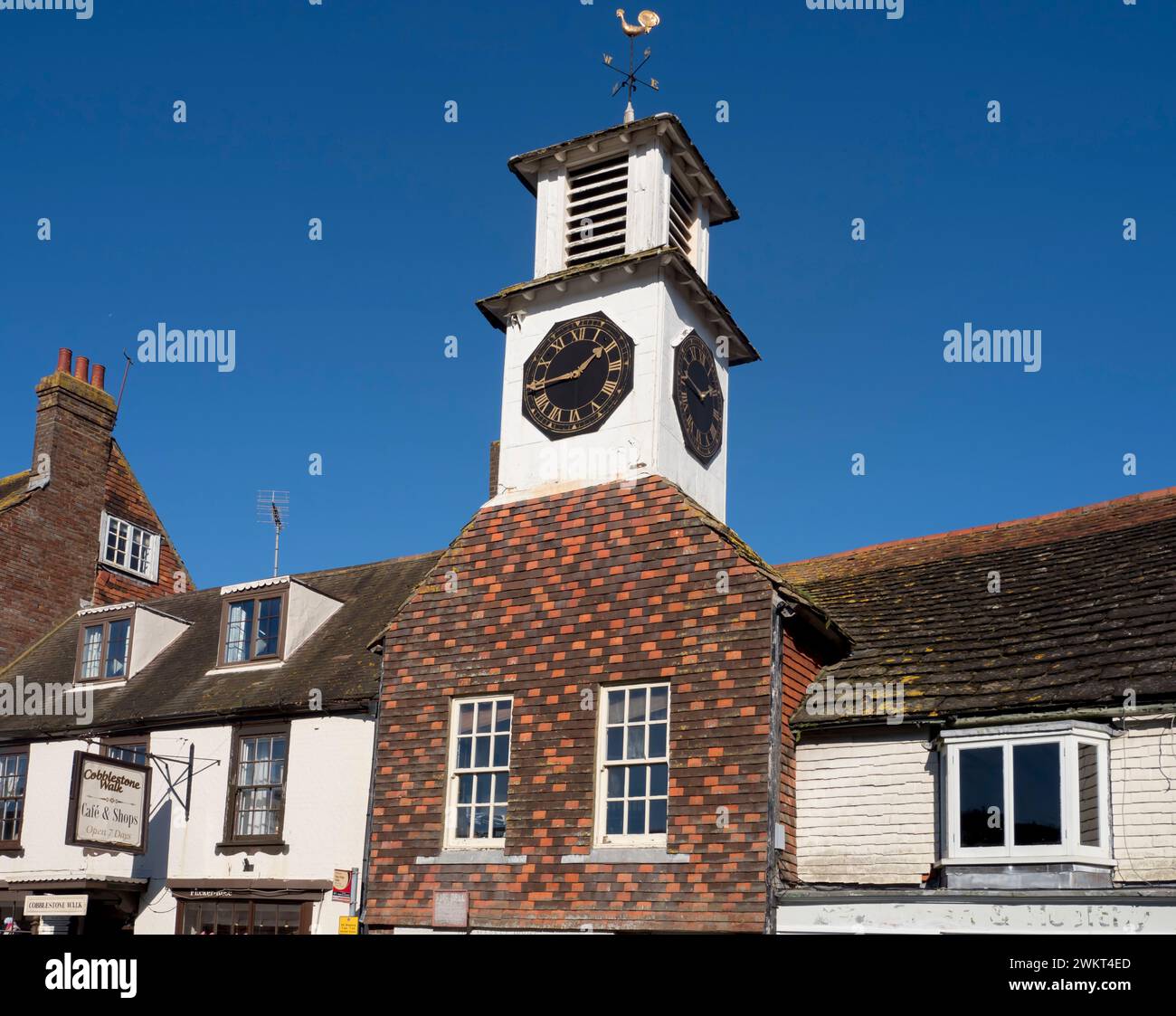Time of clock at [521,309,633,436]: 1:44
